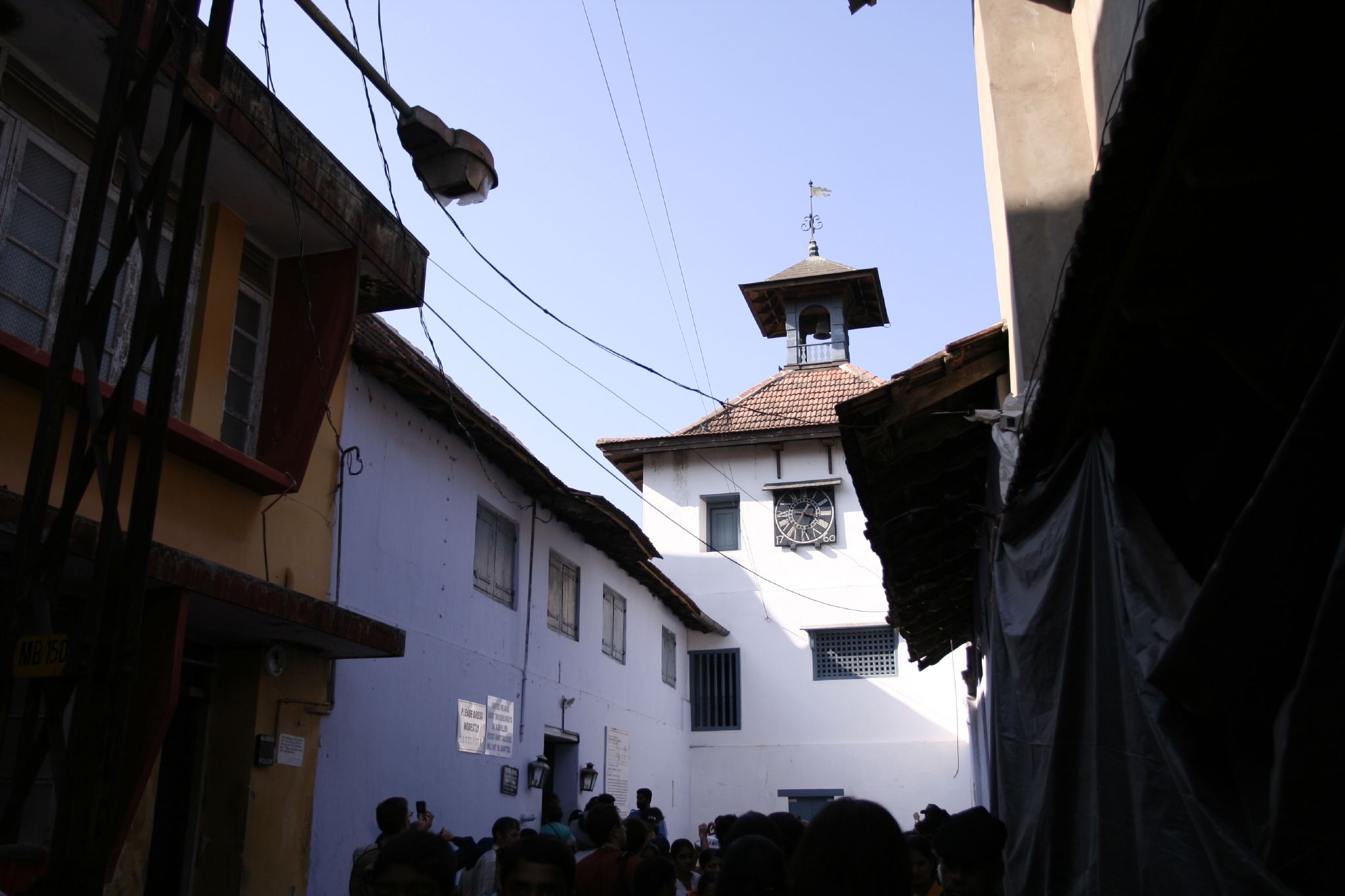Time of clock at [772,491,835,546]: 1:17
